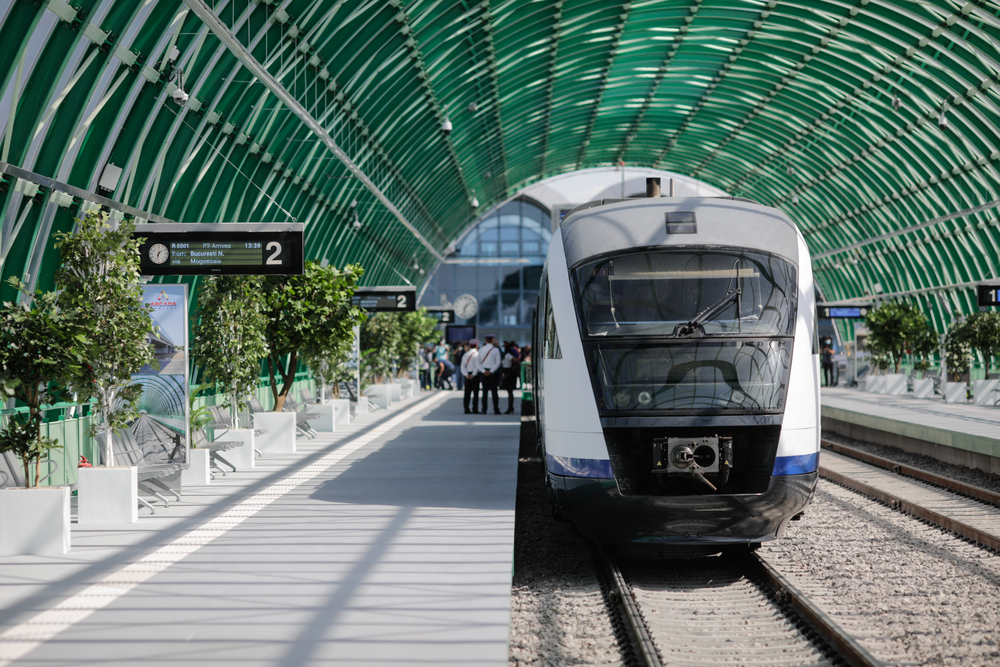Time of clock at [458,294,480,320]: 1:32
